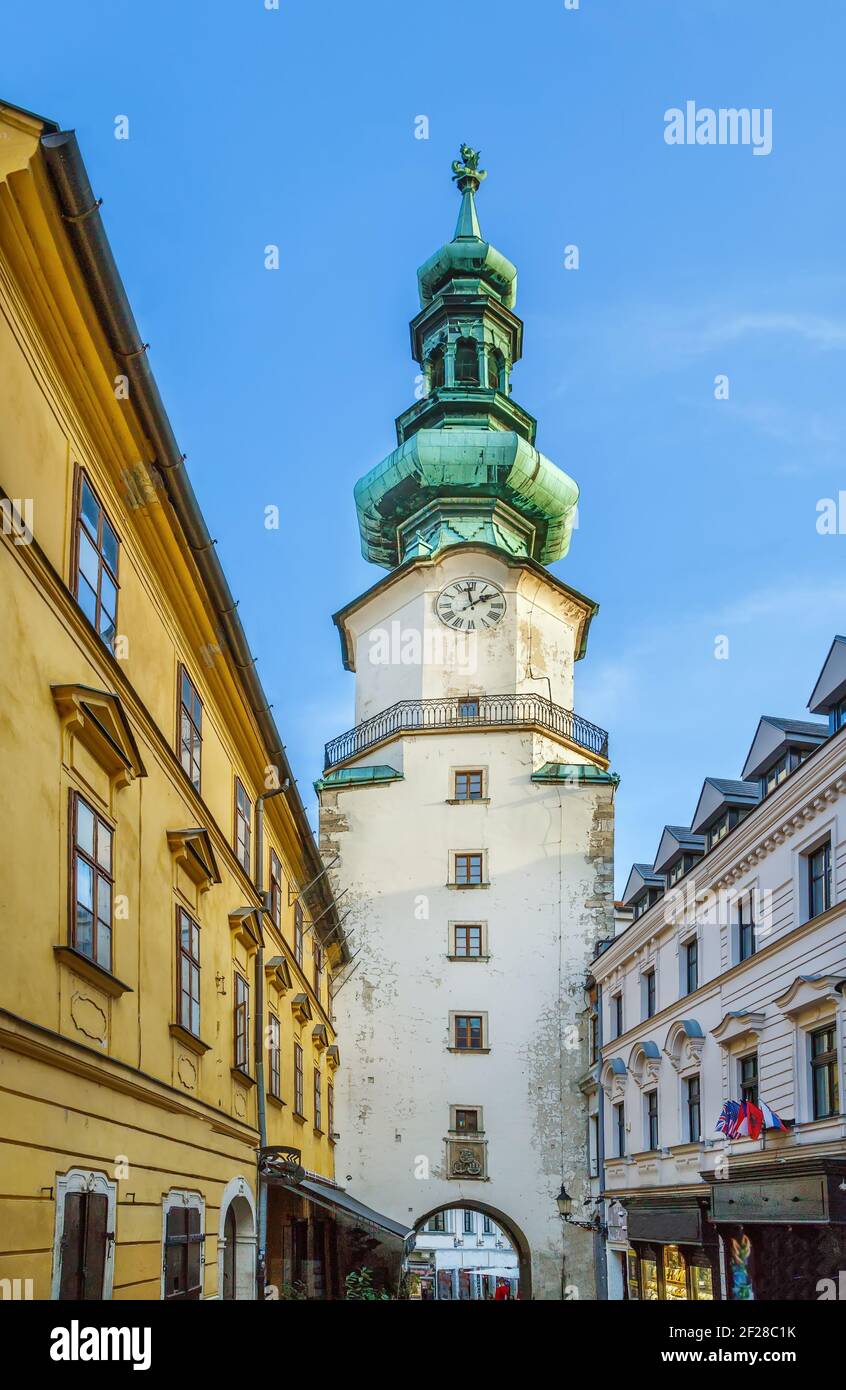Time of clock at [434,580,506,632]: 1:58
